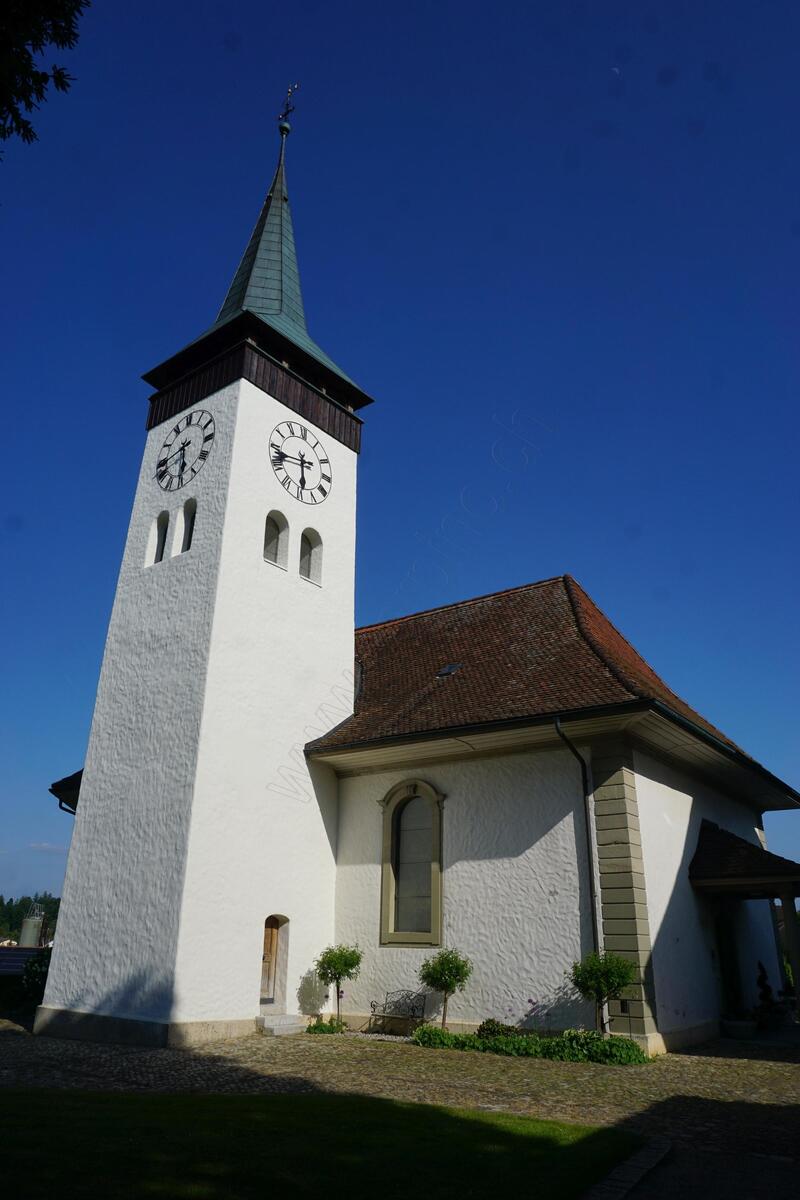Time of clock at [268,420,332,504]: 5:42
